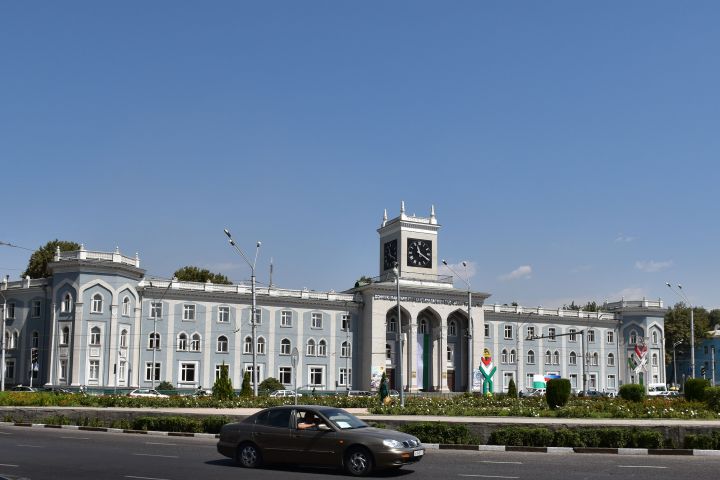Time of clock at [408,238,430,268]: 11:20
